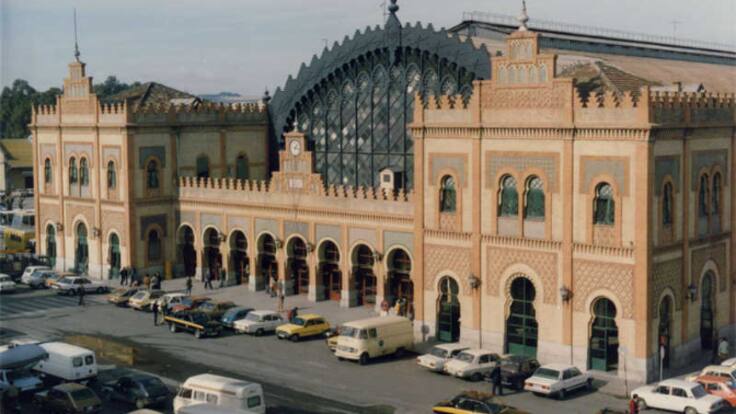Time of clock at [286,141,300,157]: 7:17
